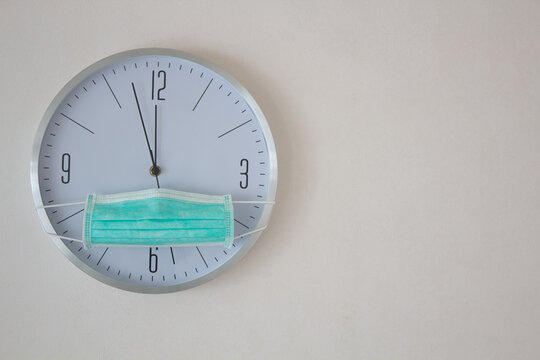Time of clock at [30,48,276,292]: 11:57
